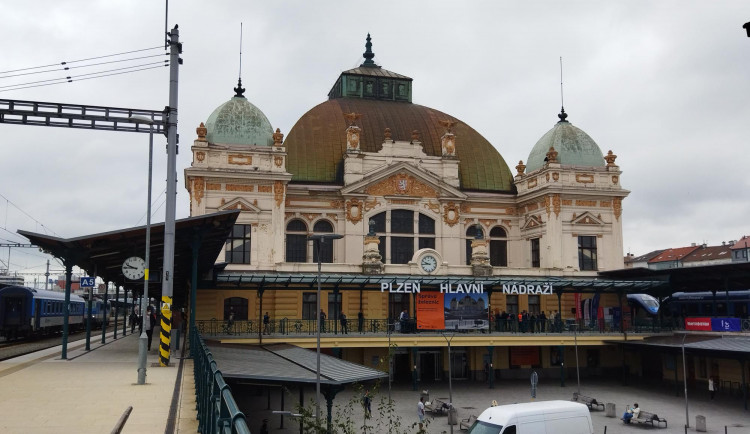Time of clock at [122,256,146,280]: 9:45
